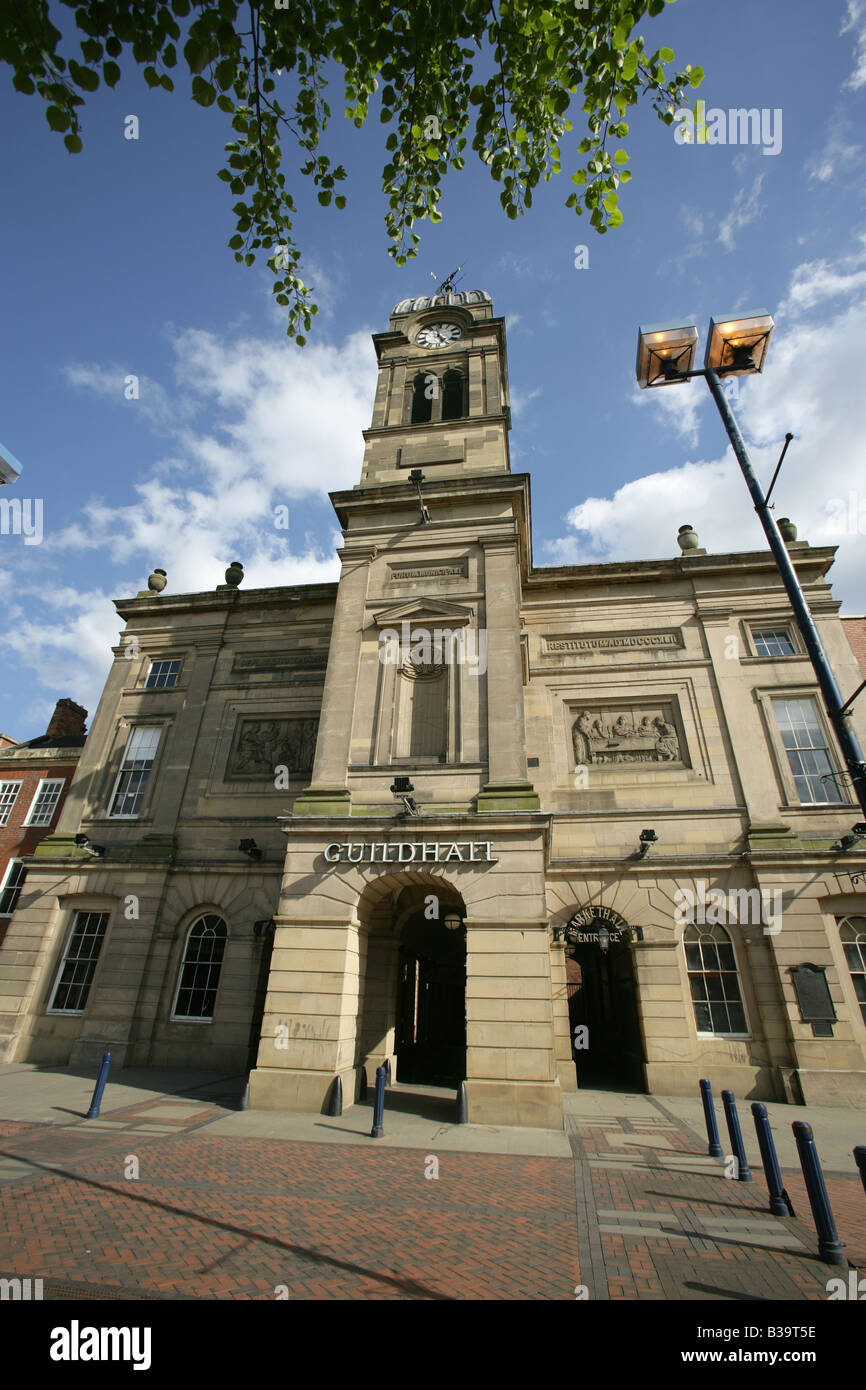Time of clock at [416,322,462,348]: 4:57
